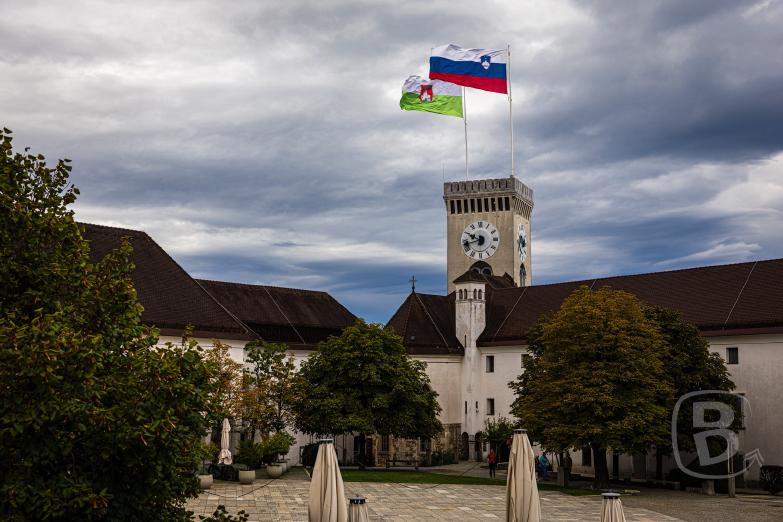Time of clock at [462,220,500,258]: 9:42
